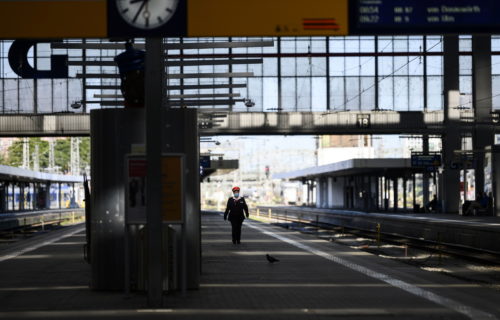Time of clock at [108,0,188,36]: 8:34
